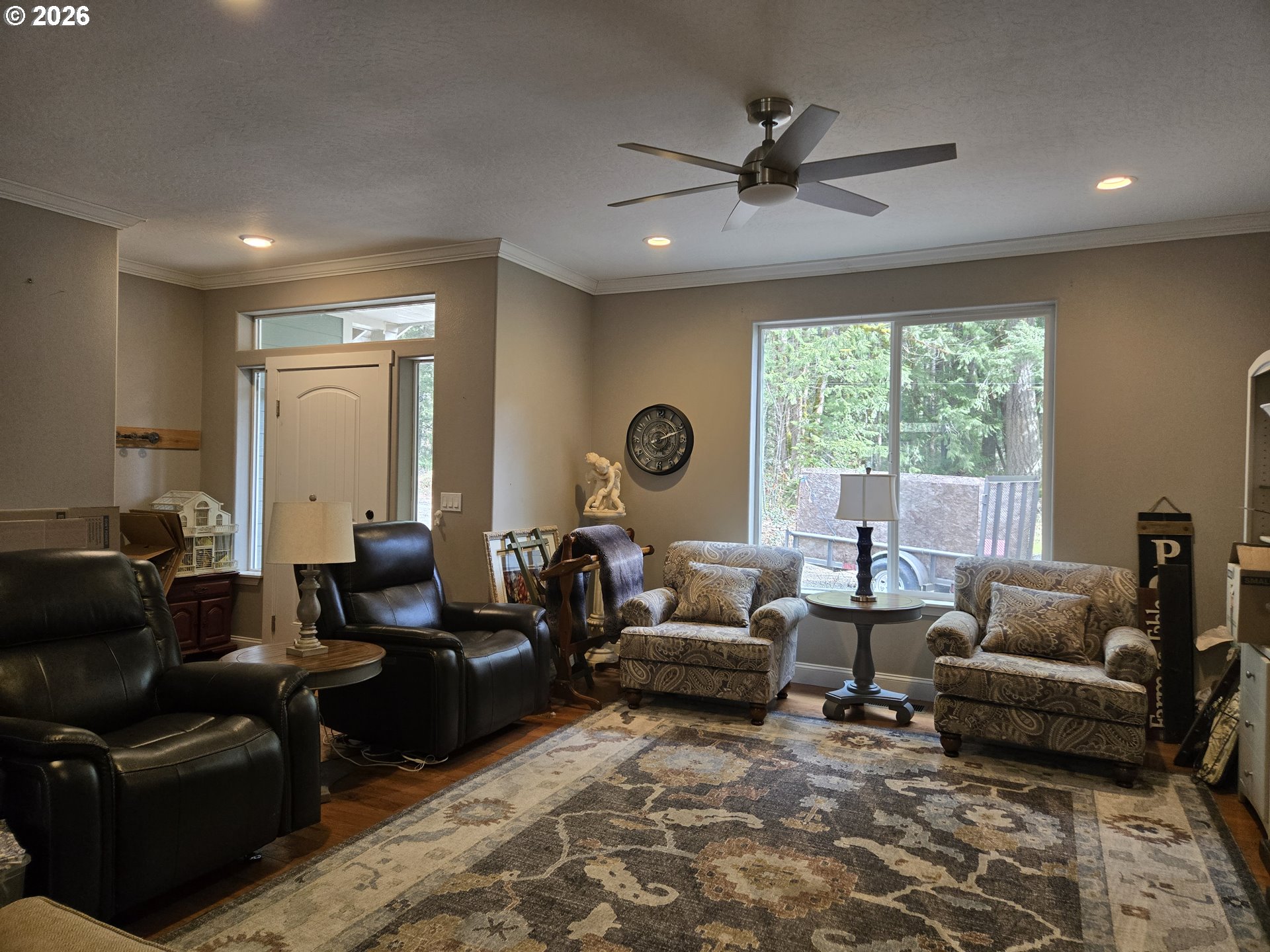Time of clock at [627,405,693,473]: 2:11
